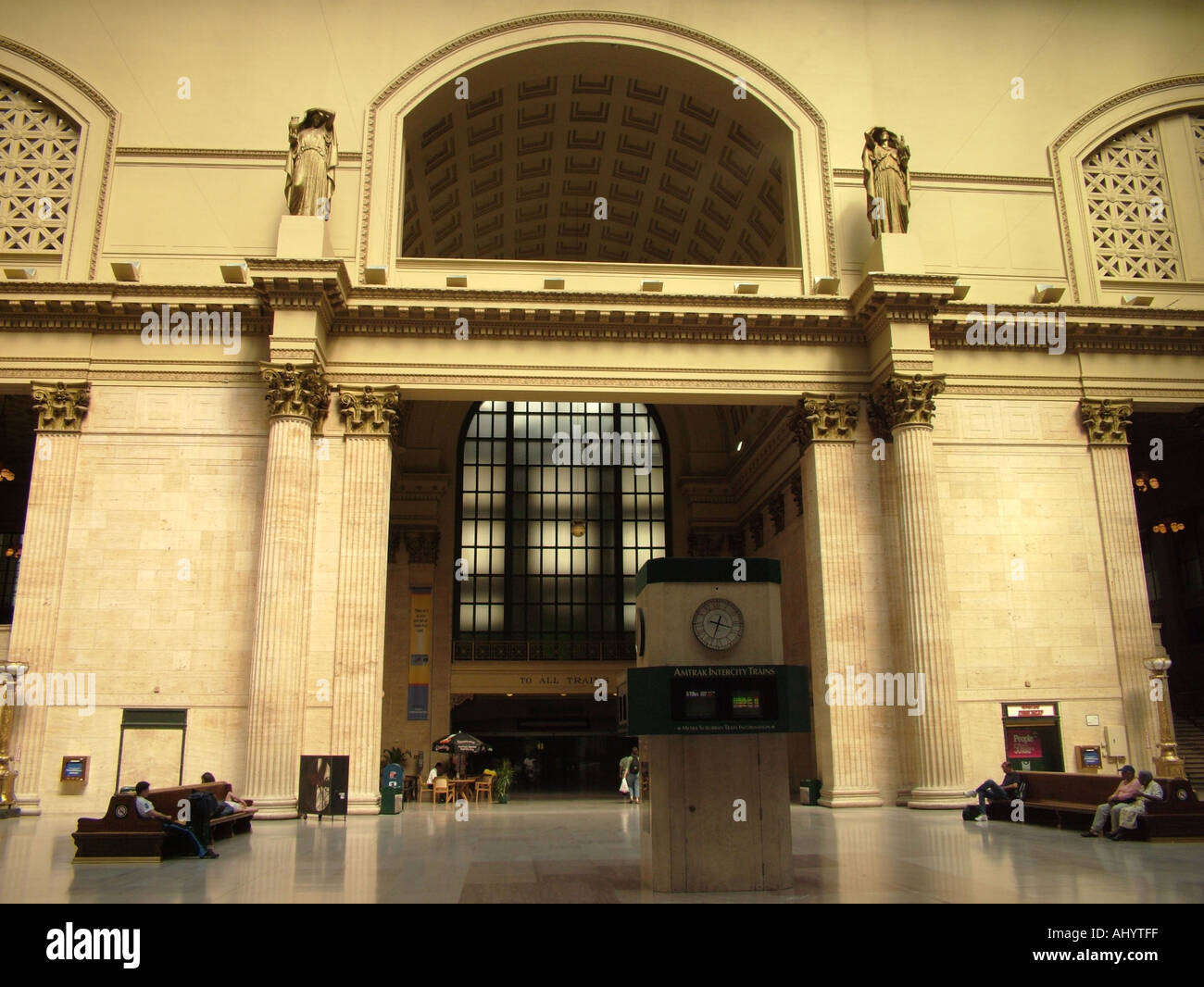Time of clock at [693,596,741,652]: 3:33
